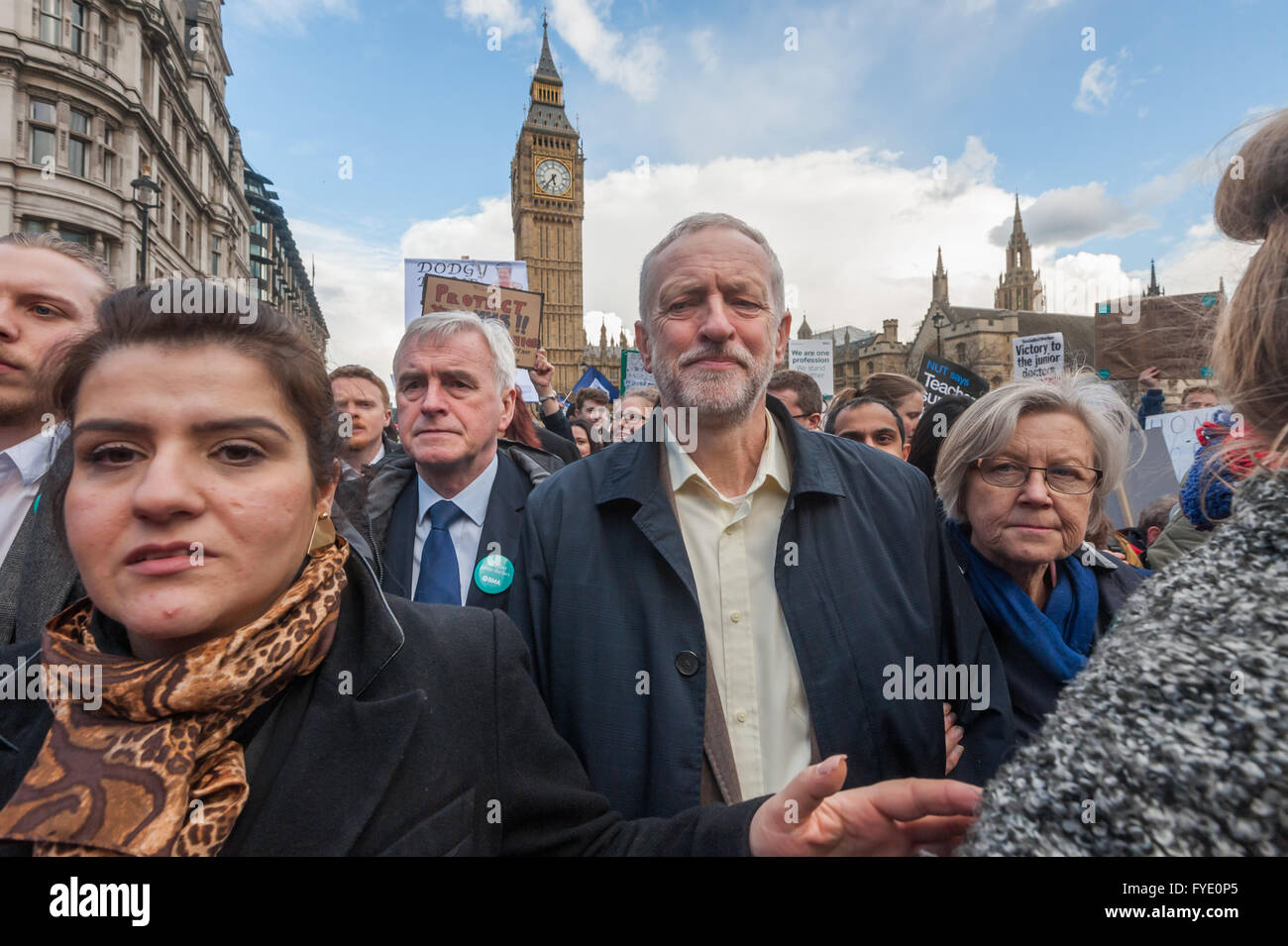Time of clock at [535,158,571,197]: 5:36
